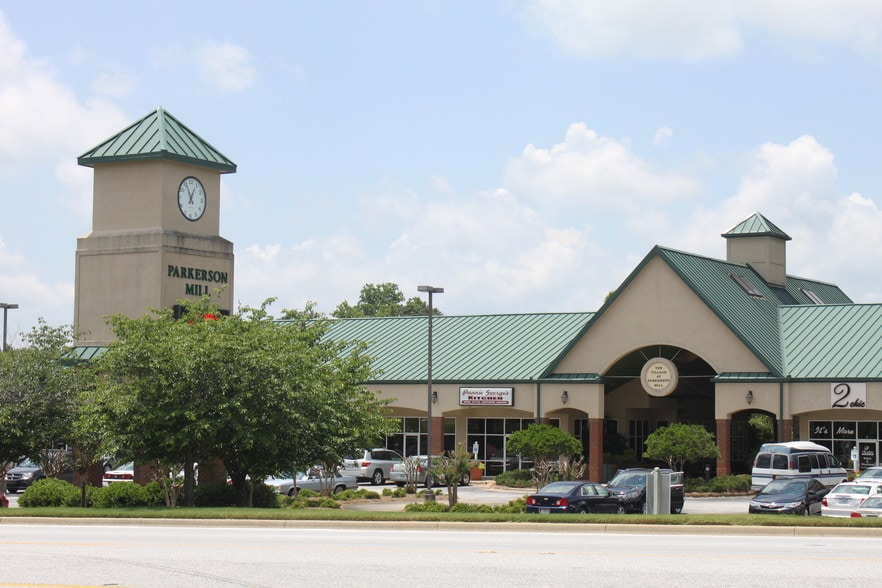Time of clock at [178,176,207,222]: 12:55
